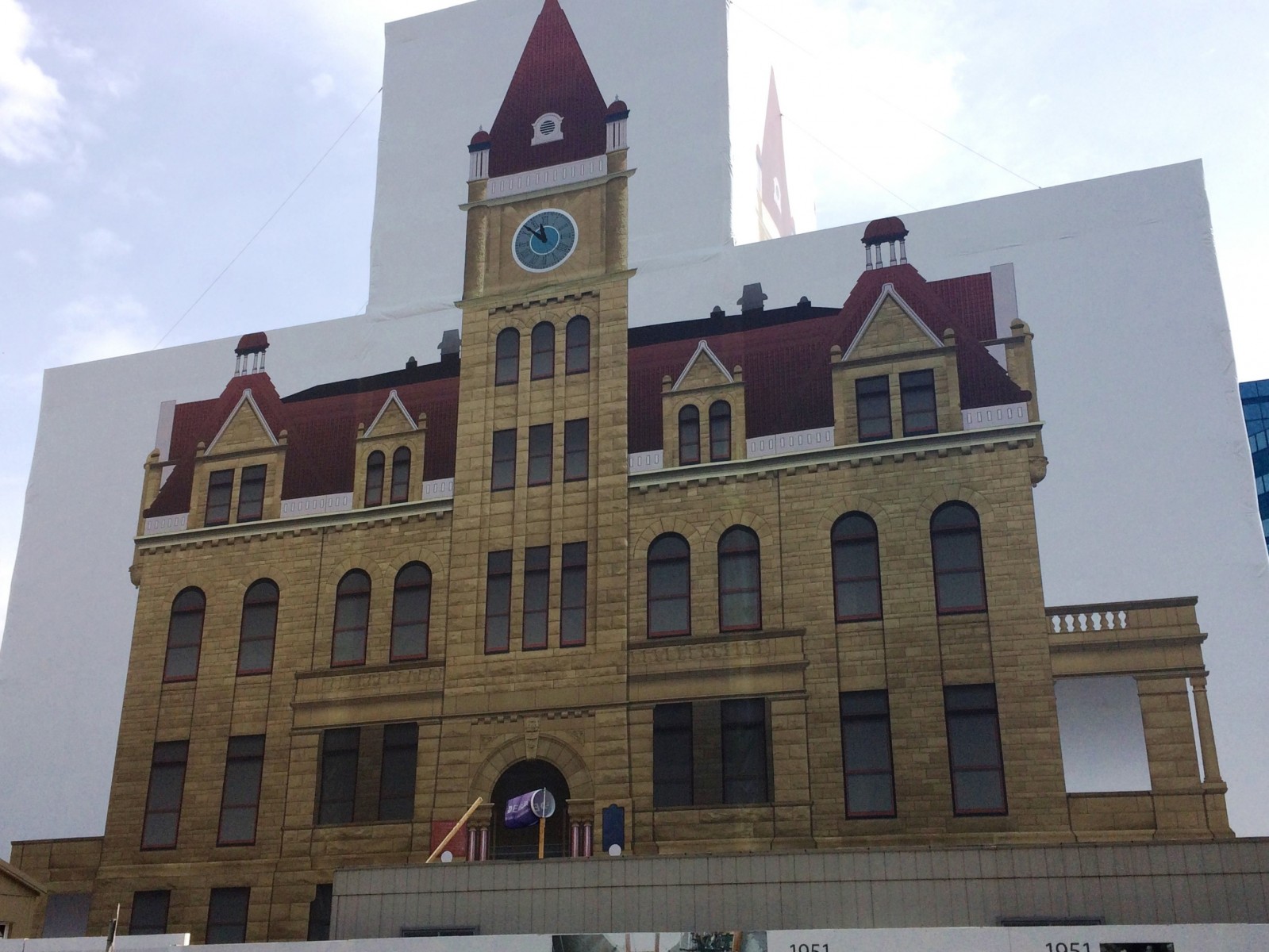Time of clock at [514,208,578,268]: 11:52
